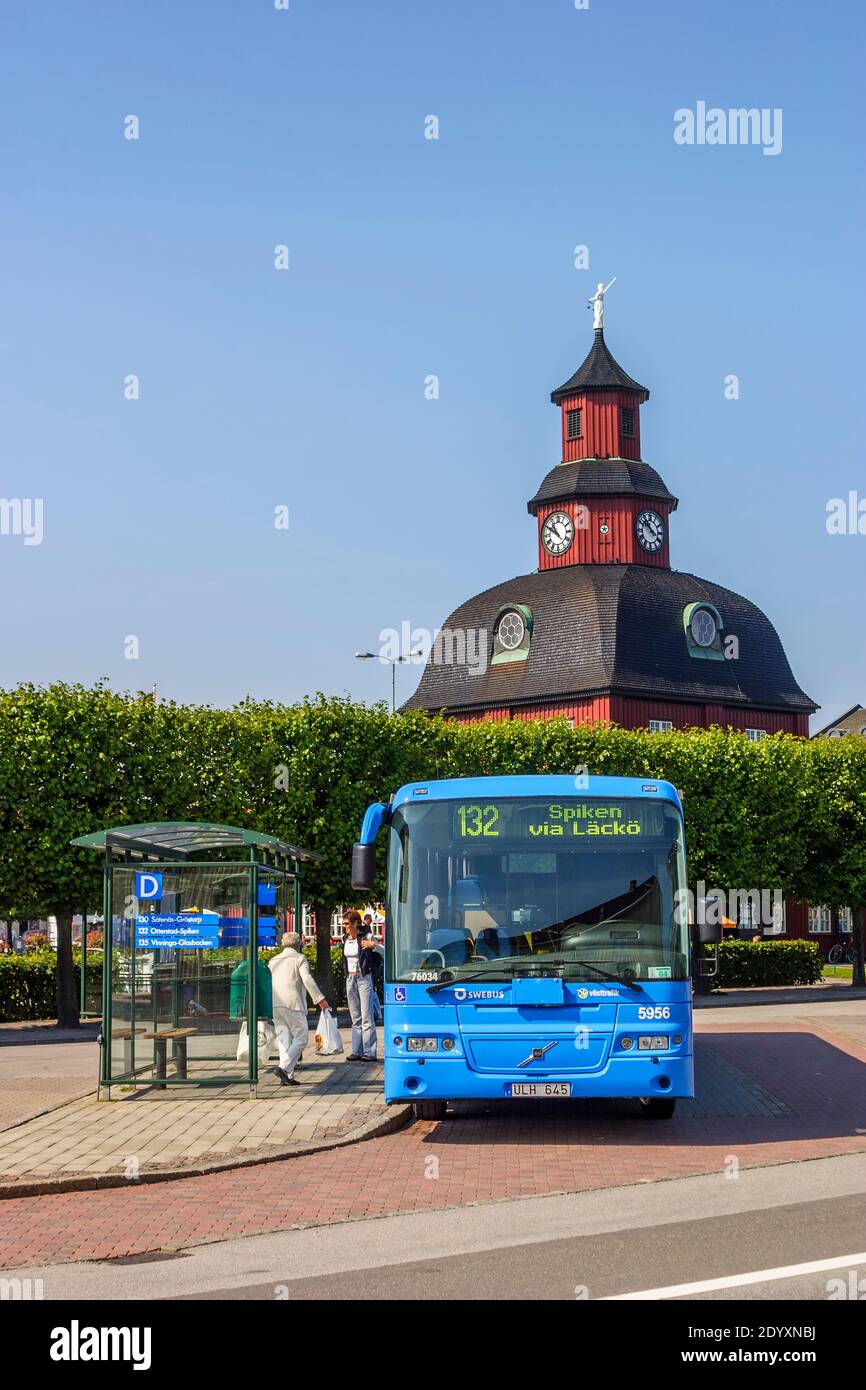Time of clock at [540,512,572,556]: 10:50
